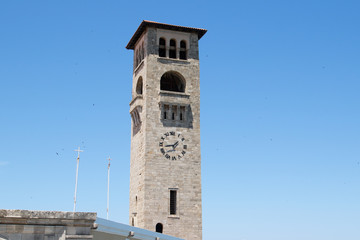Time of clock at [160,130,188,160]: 1:43
